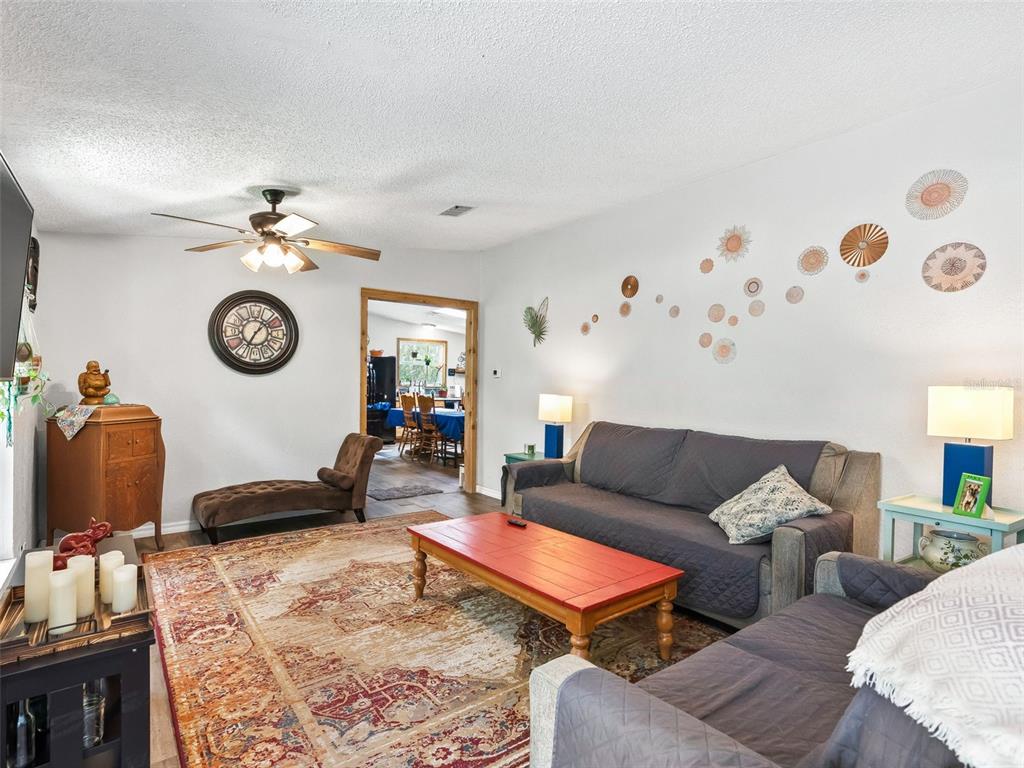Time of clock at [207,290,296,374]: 7:07
